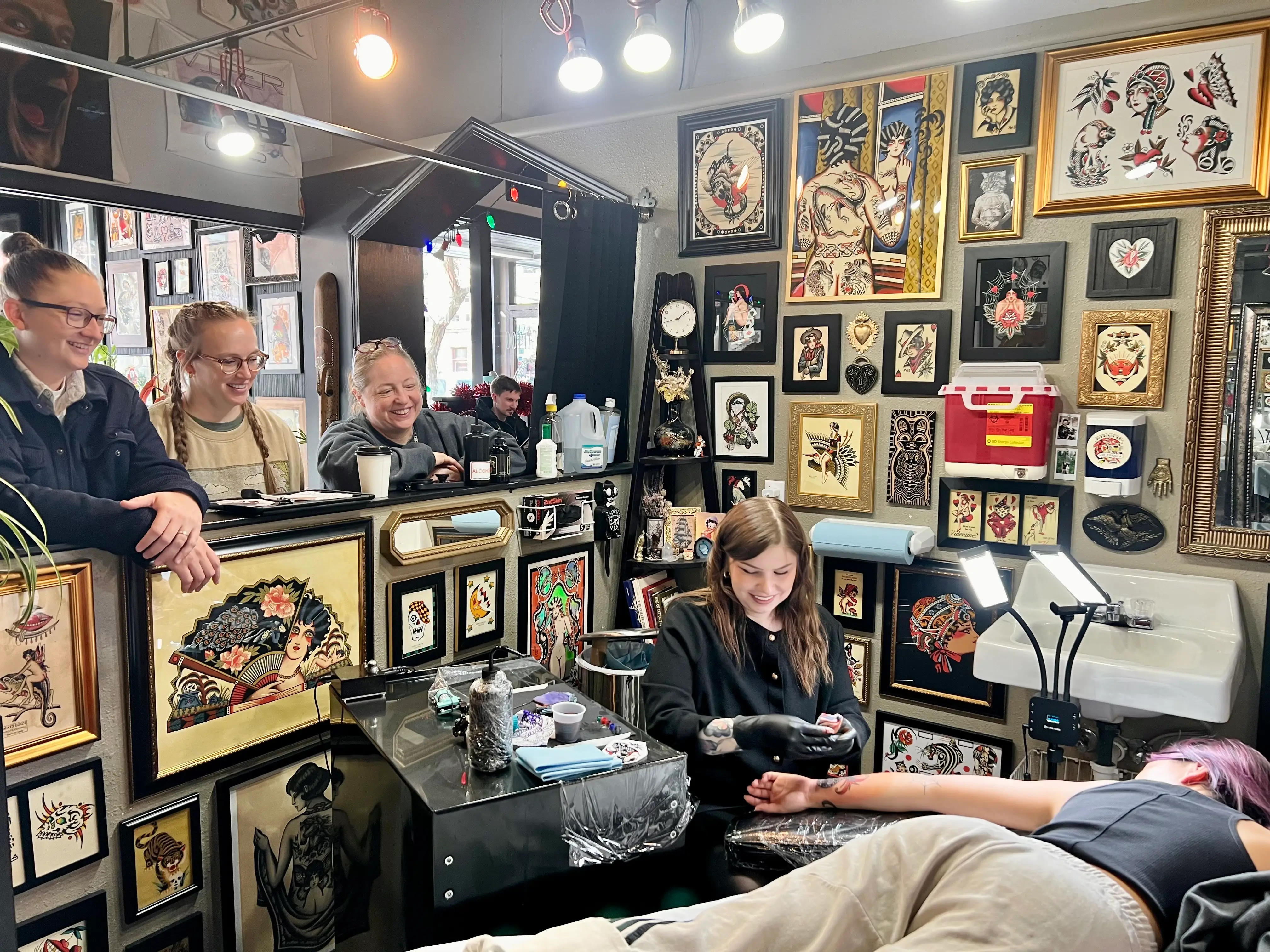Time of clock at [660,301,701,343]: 1:42
